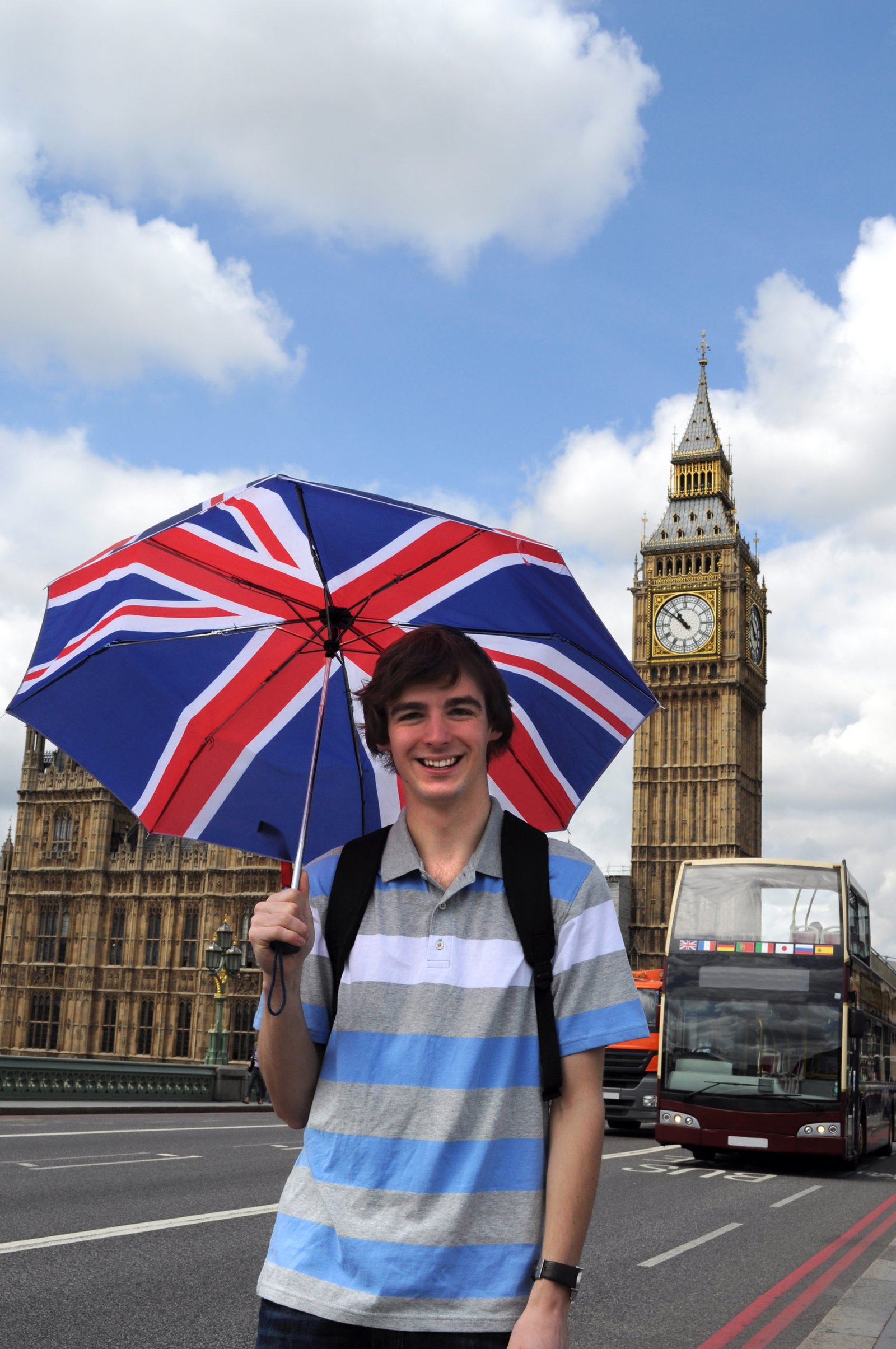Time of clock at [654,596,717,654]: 10:50
